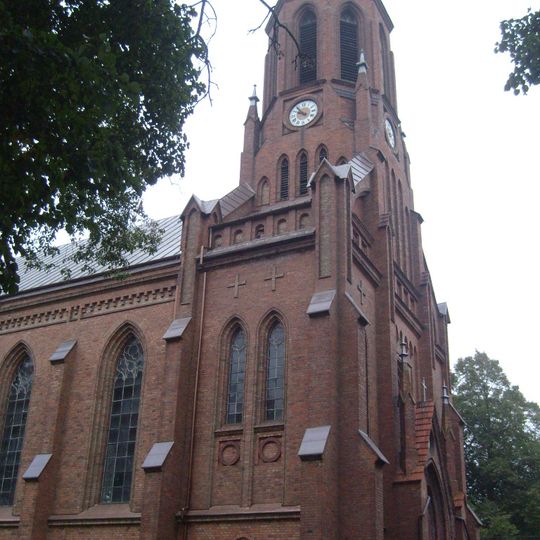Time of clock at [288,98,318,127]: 9:53
